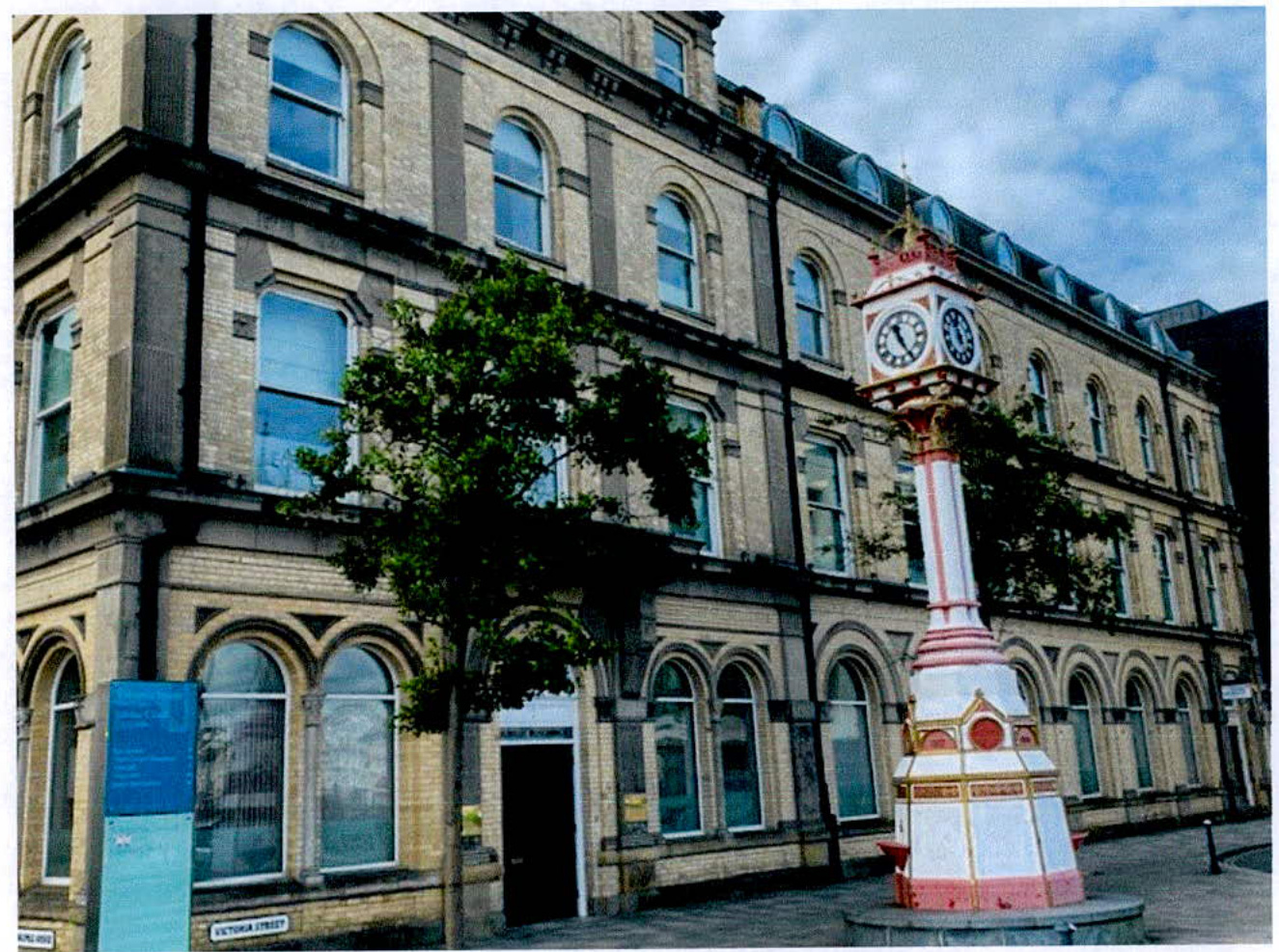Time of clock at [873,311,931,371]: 11:25
